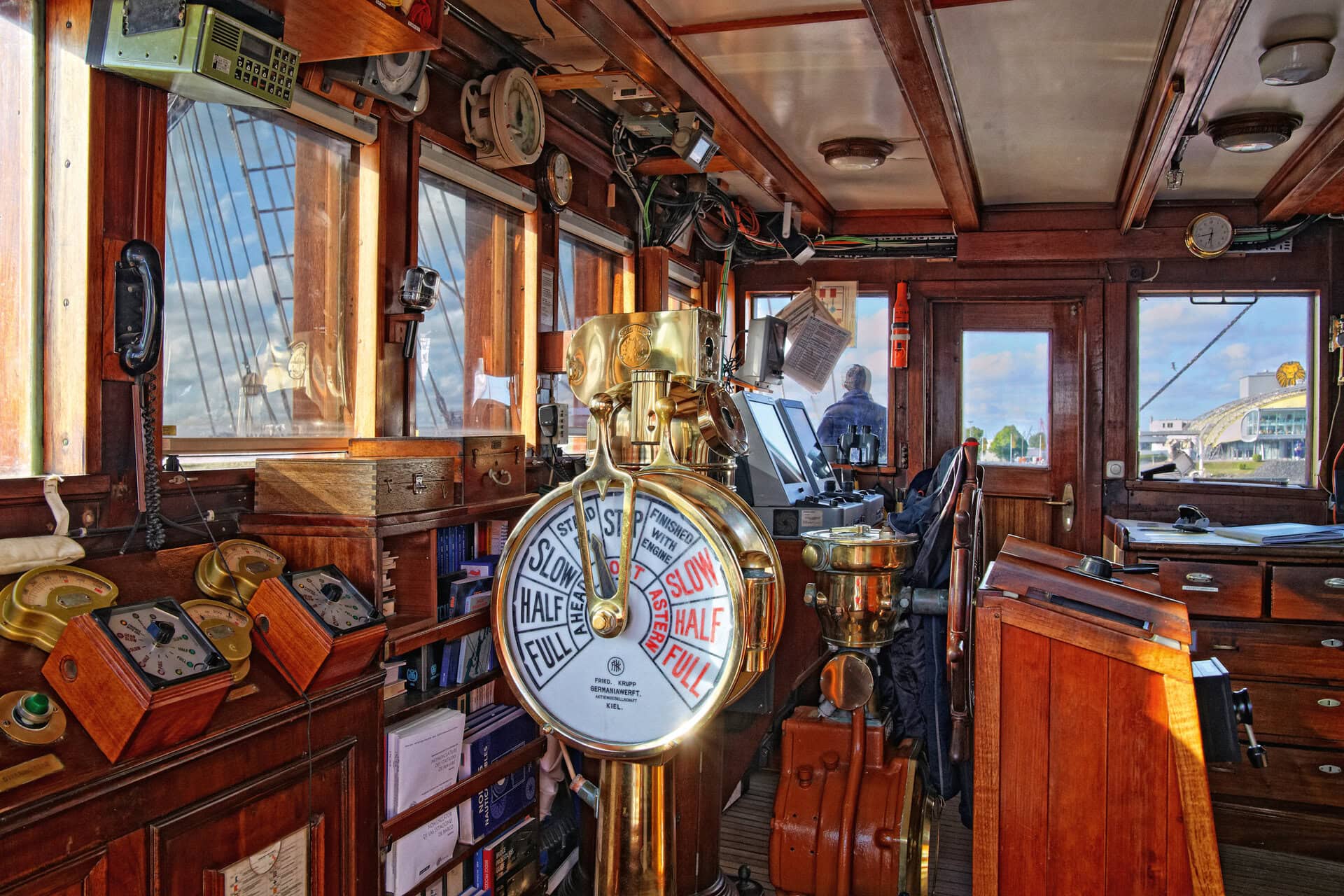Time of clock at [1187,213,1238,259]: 6:43
